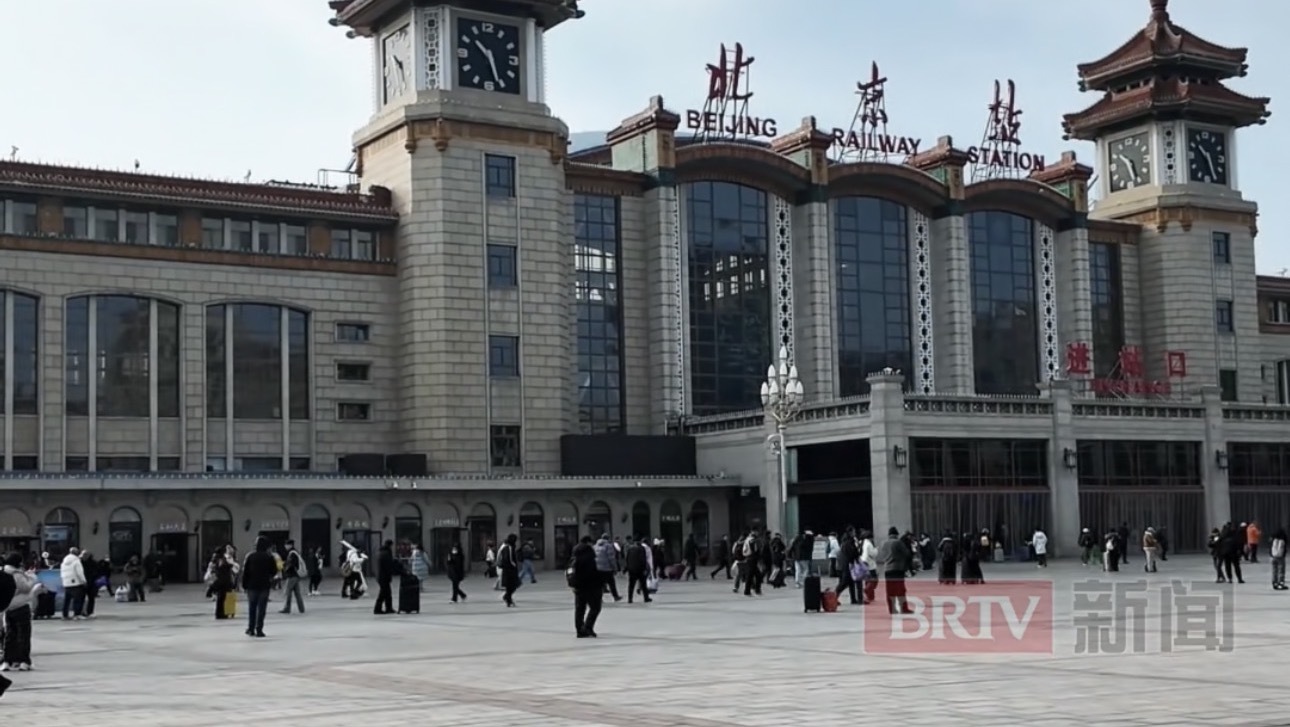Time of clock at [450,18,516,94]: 10:26
